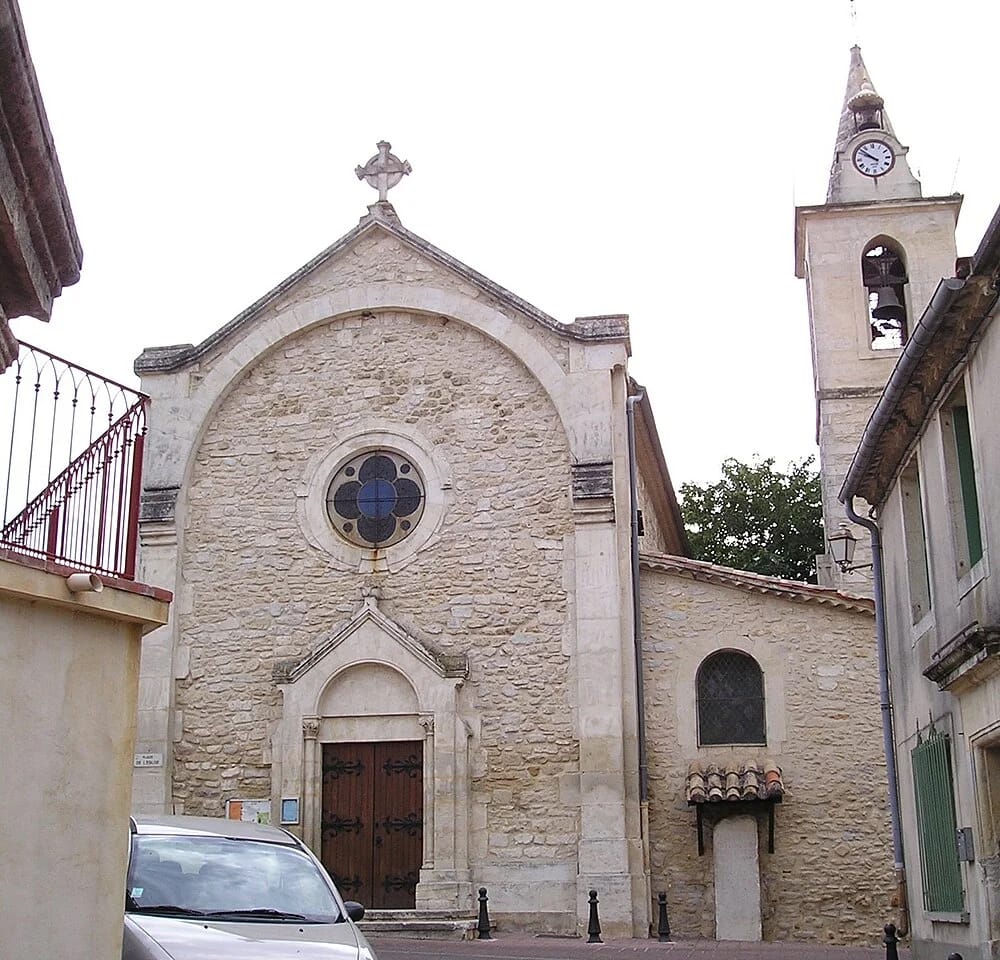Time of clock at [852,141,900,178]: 9:51
